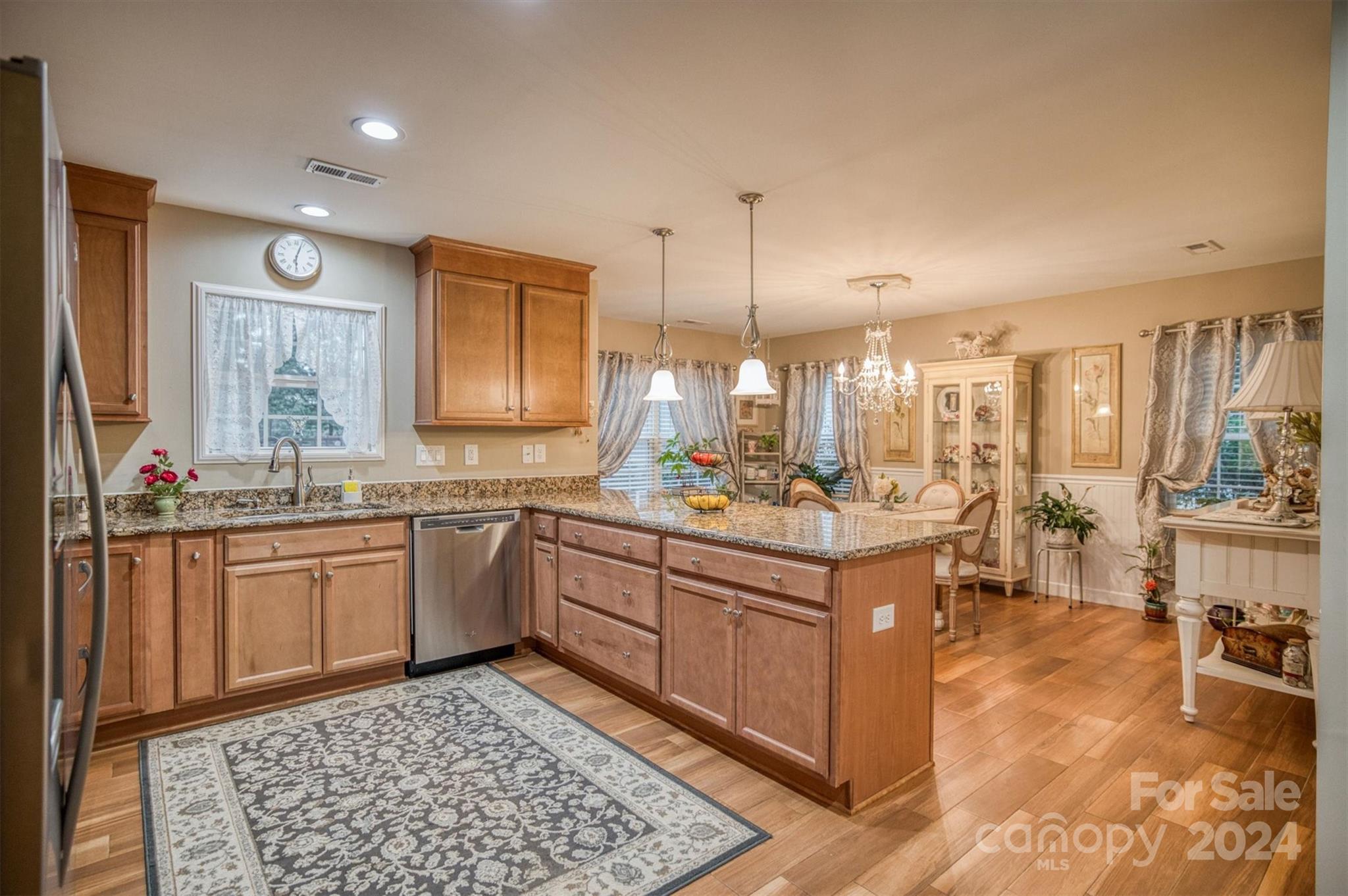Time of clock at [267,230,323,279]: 6:03
